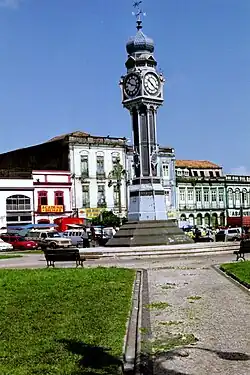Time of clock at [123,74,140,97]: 10:17
